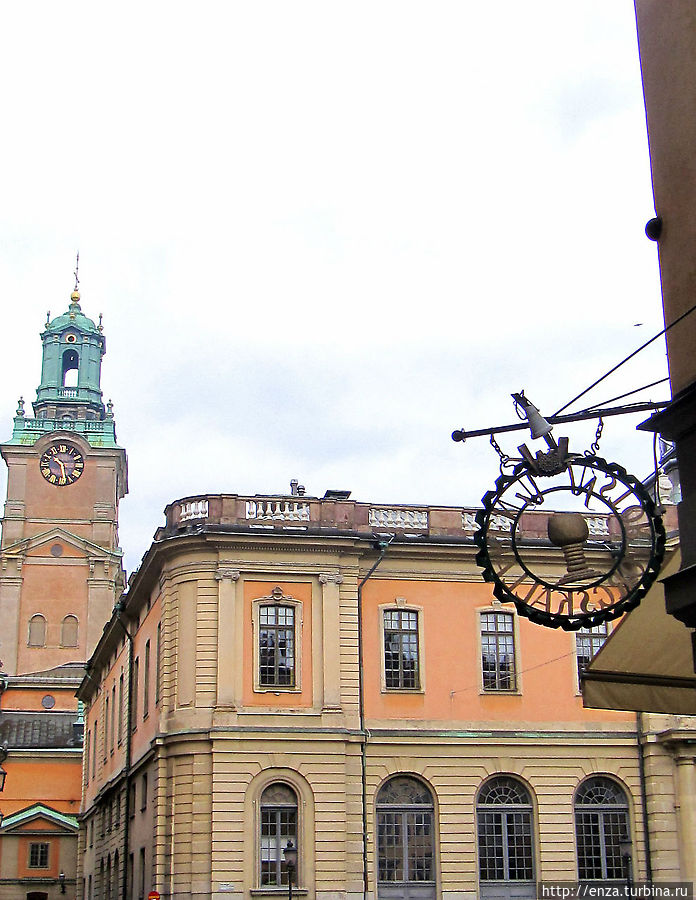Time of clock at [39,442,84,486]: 10:28
